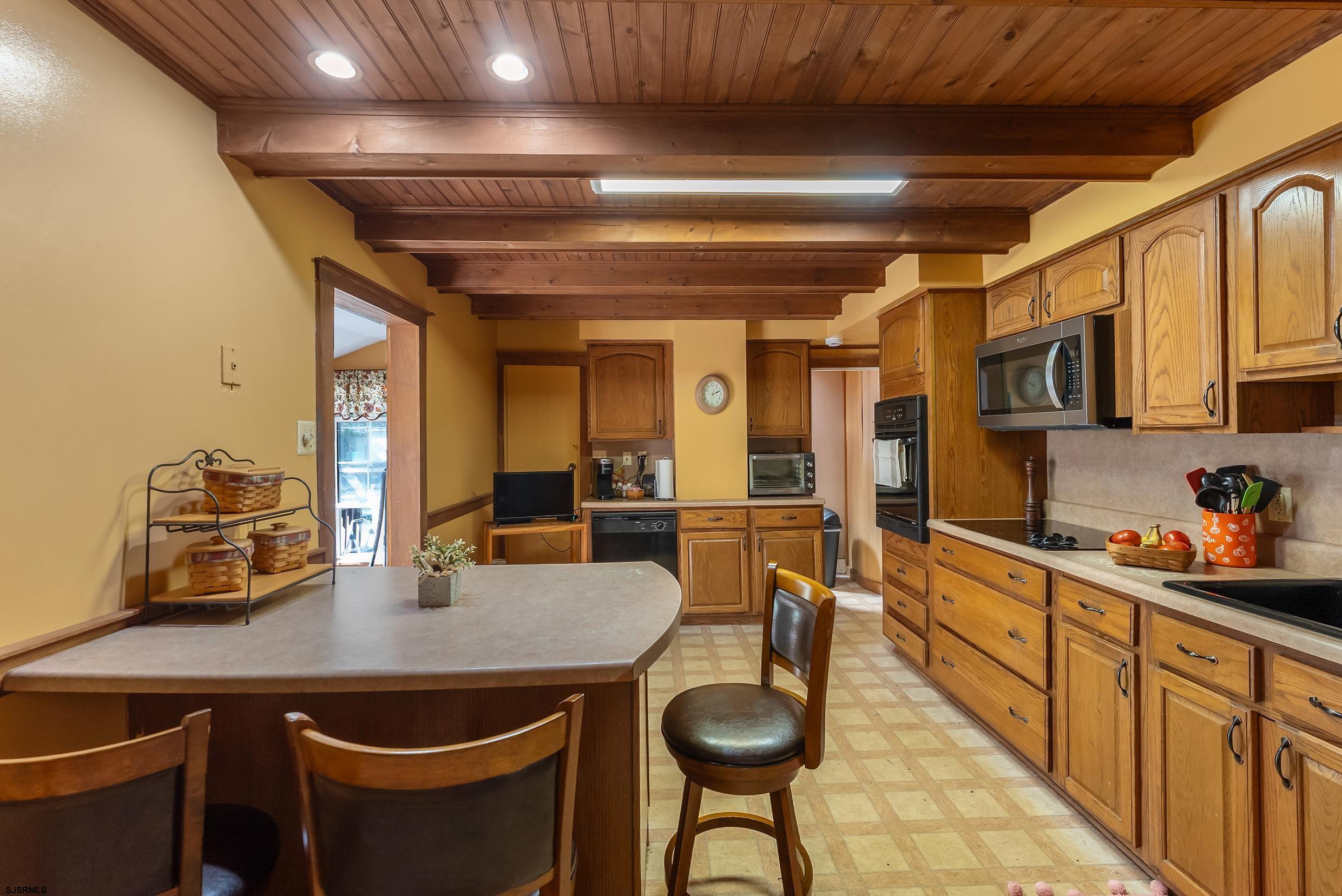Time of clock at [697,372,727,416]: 2:11
